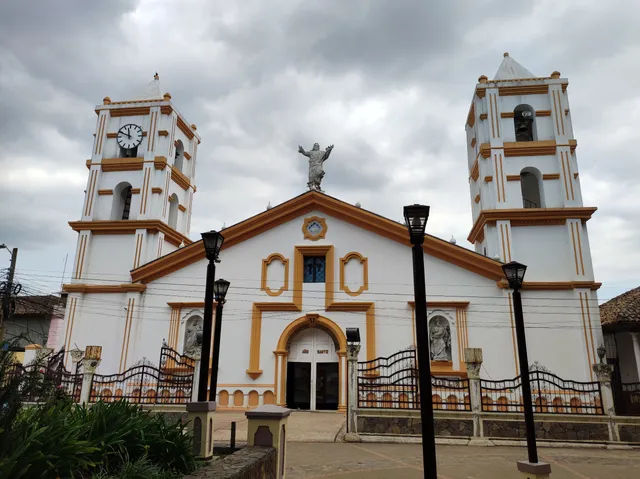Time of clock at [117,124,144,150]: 11:48
